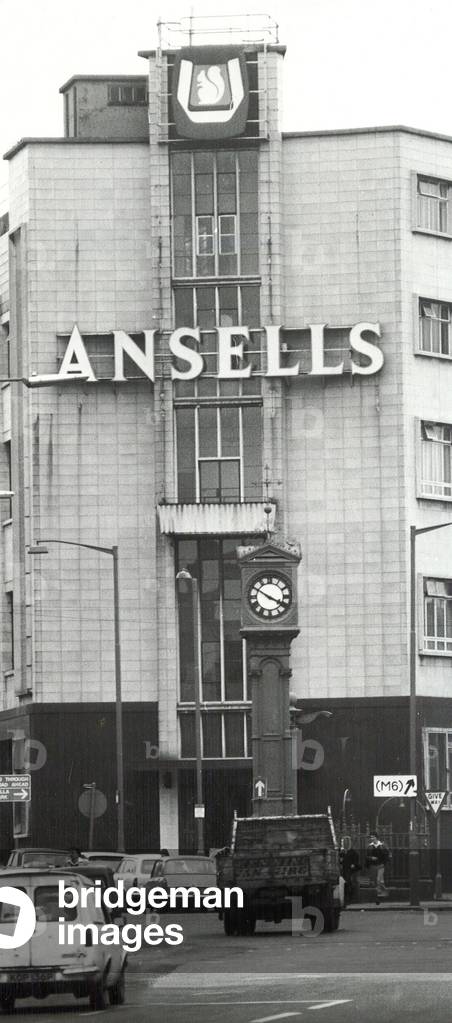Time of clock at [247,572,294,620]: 3:50
